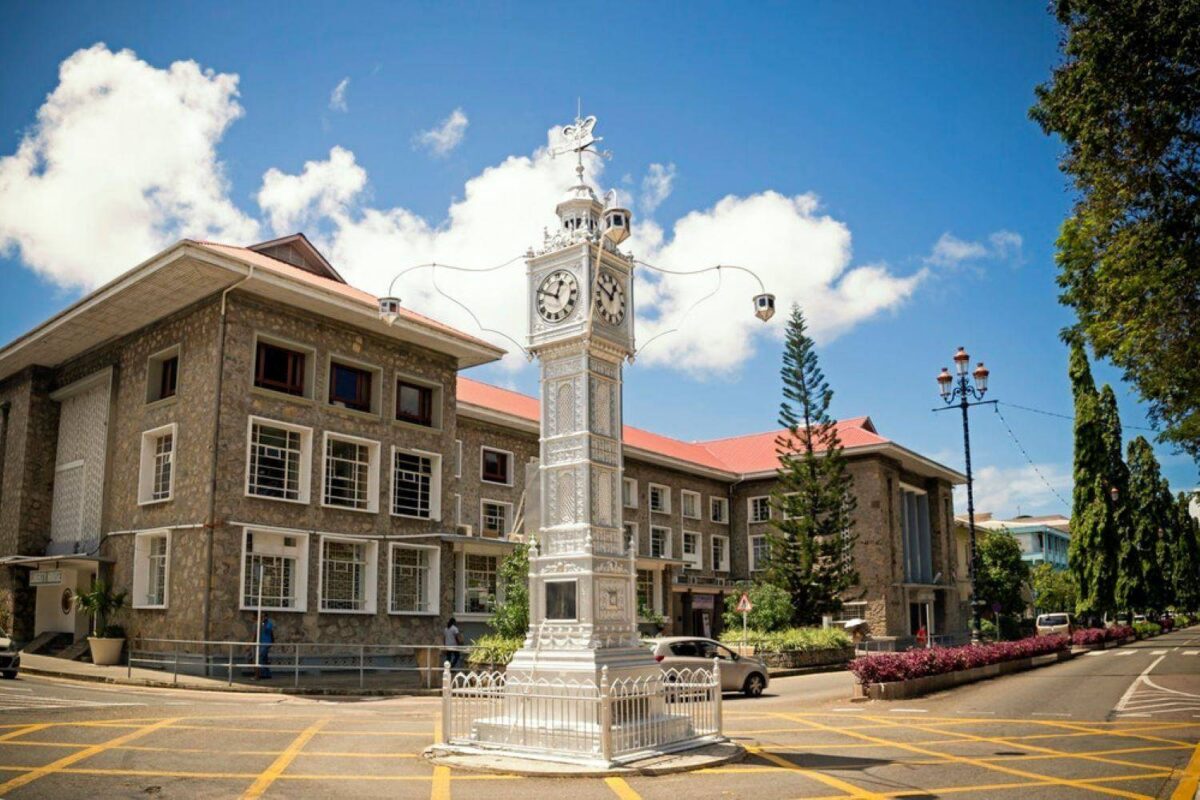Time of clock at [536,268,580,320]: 12:49
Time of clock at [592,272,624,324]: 12:49
